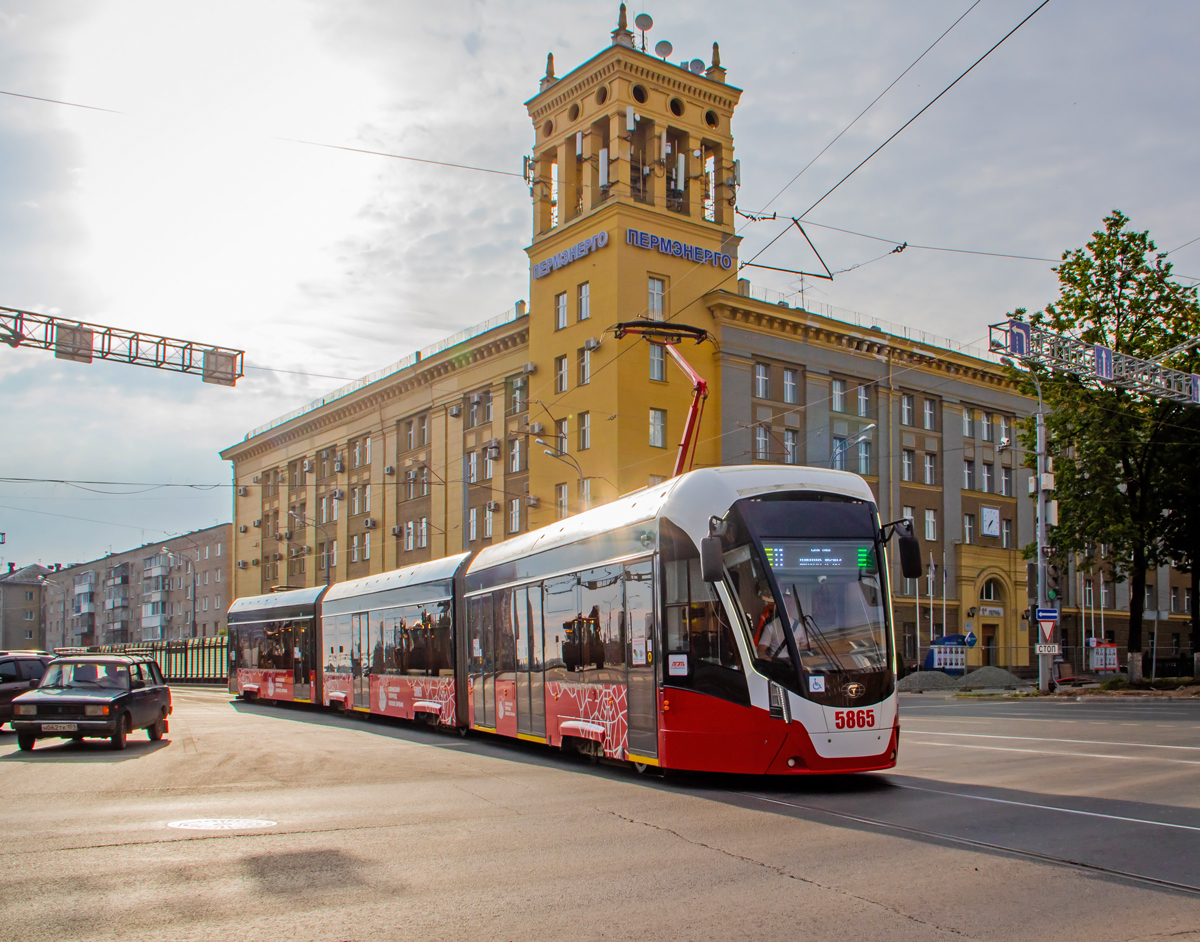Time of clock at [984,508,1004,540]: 7:36
